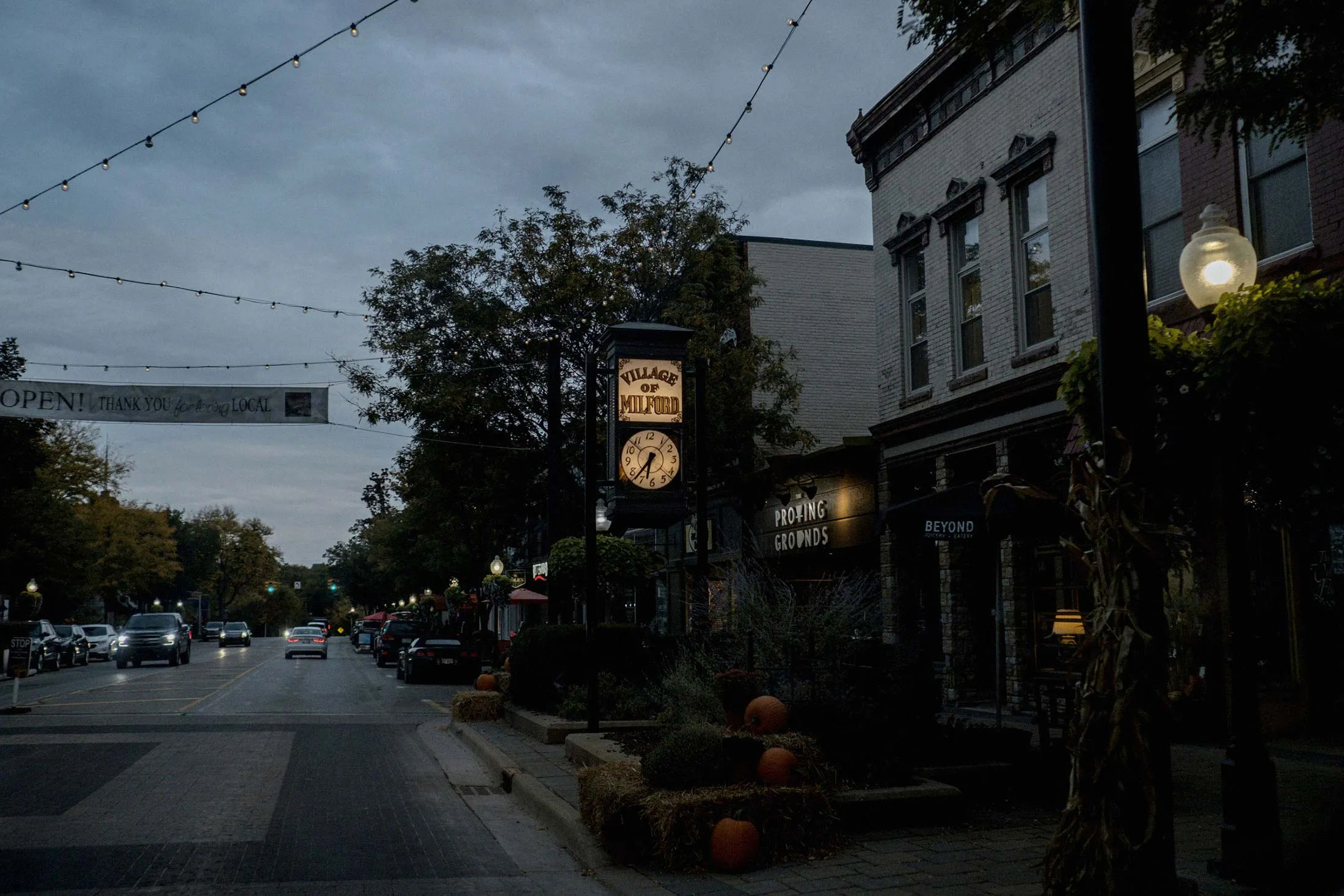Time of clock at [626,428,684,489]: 6:37
